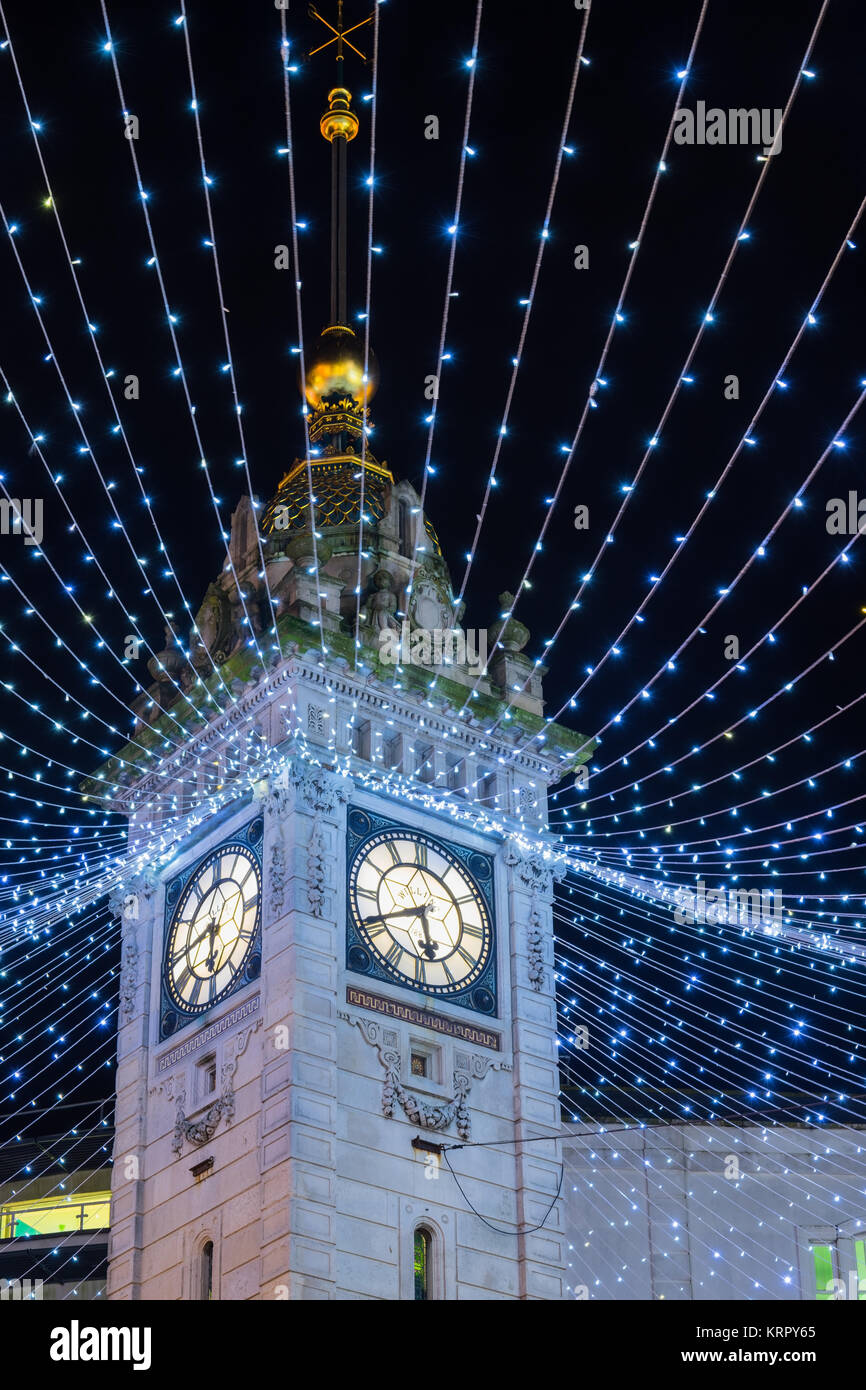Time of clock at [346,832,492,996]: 5:40
